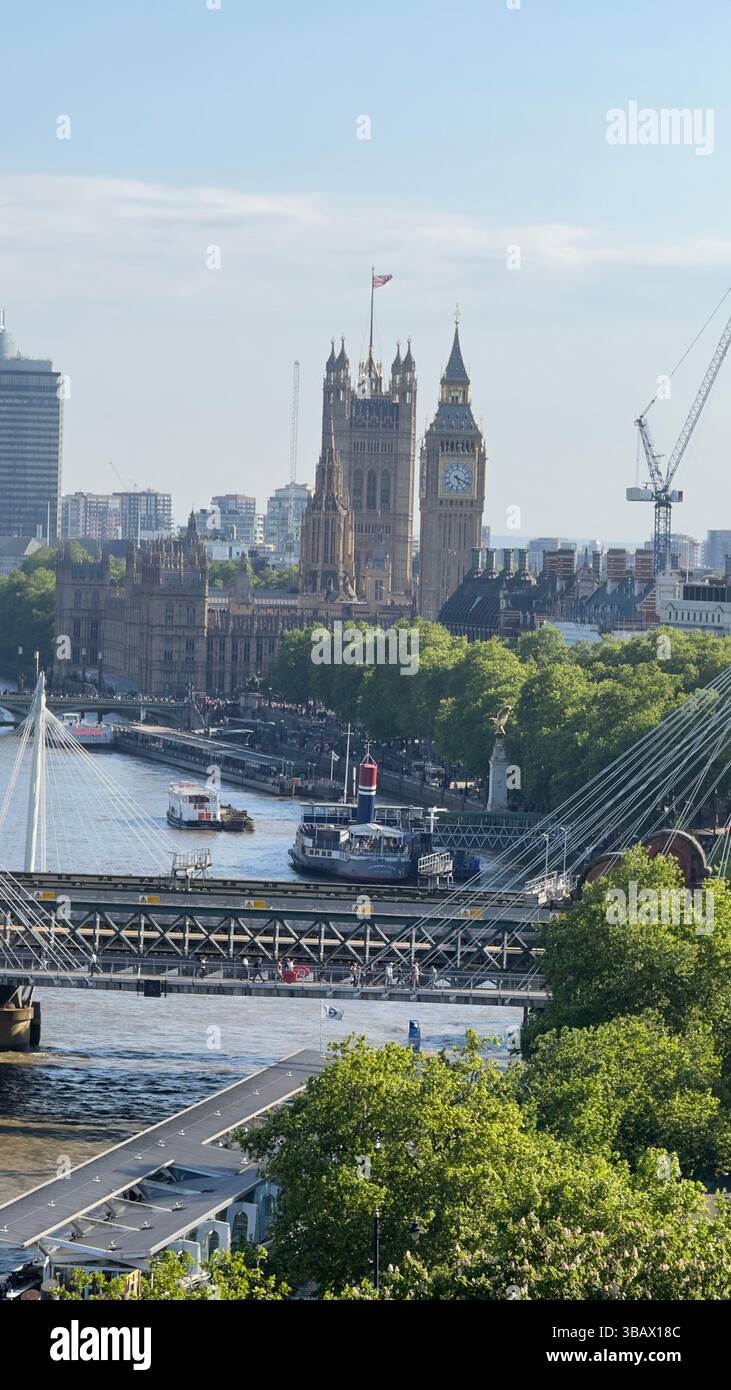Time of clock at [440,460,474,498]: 5:18
